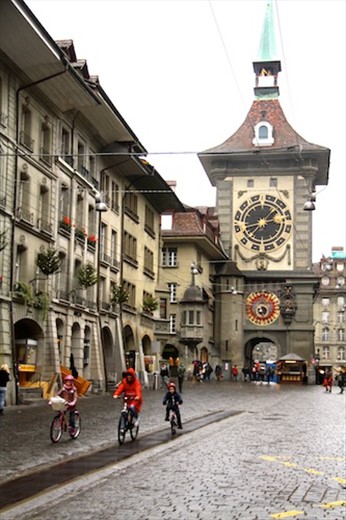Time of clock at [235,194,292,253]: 8:37
